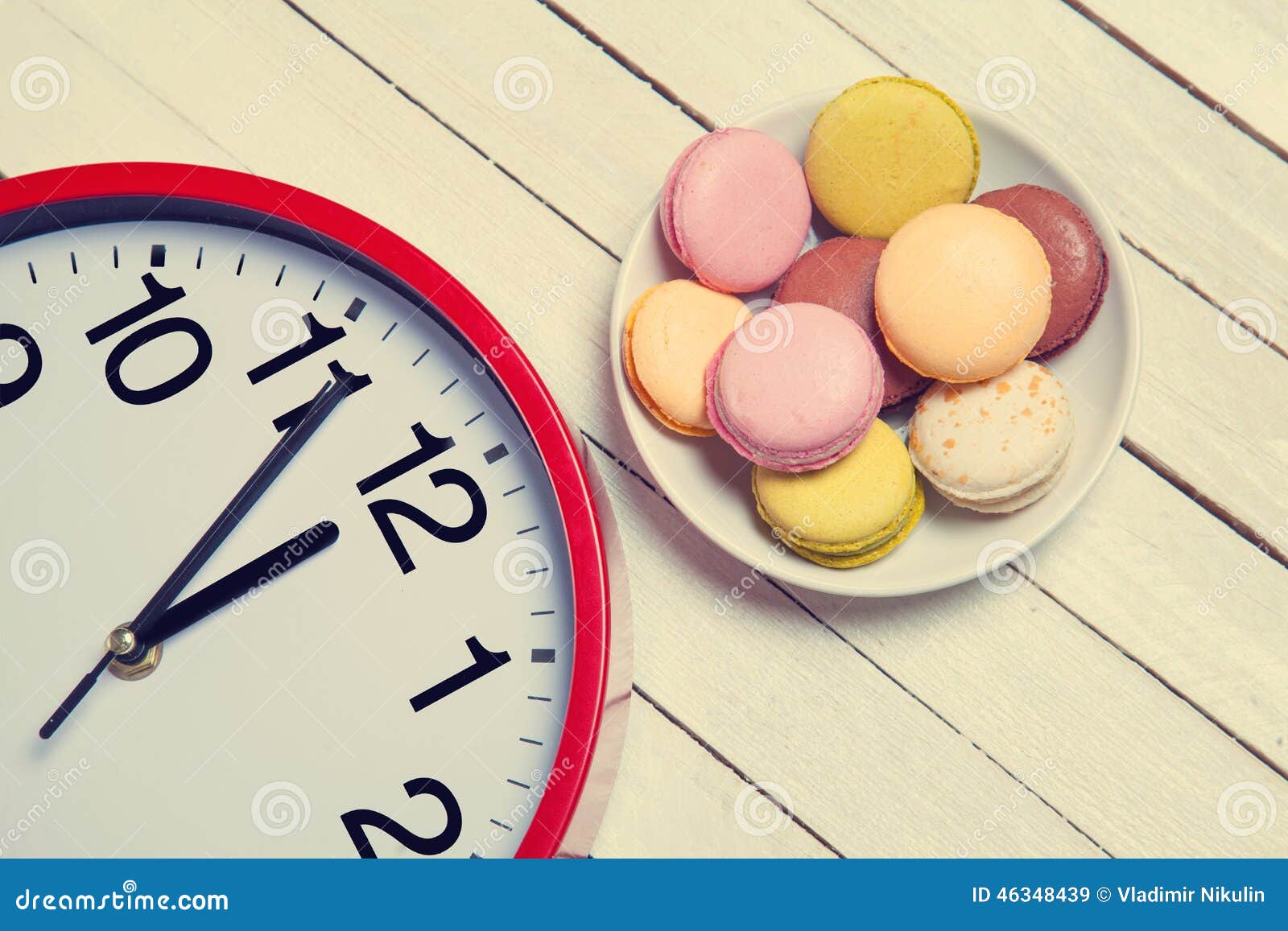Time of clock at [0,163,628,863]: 2:06
